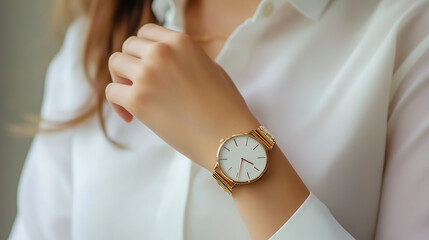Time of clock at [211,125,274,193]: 3:34
